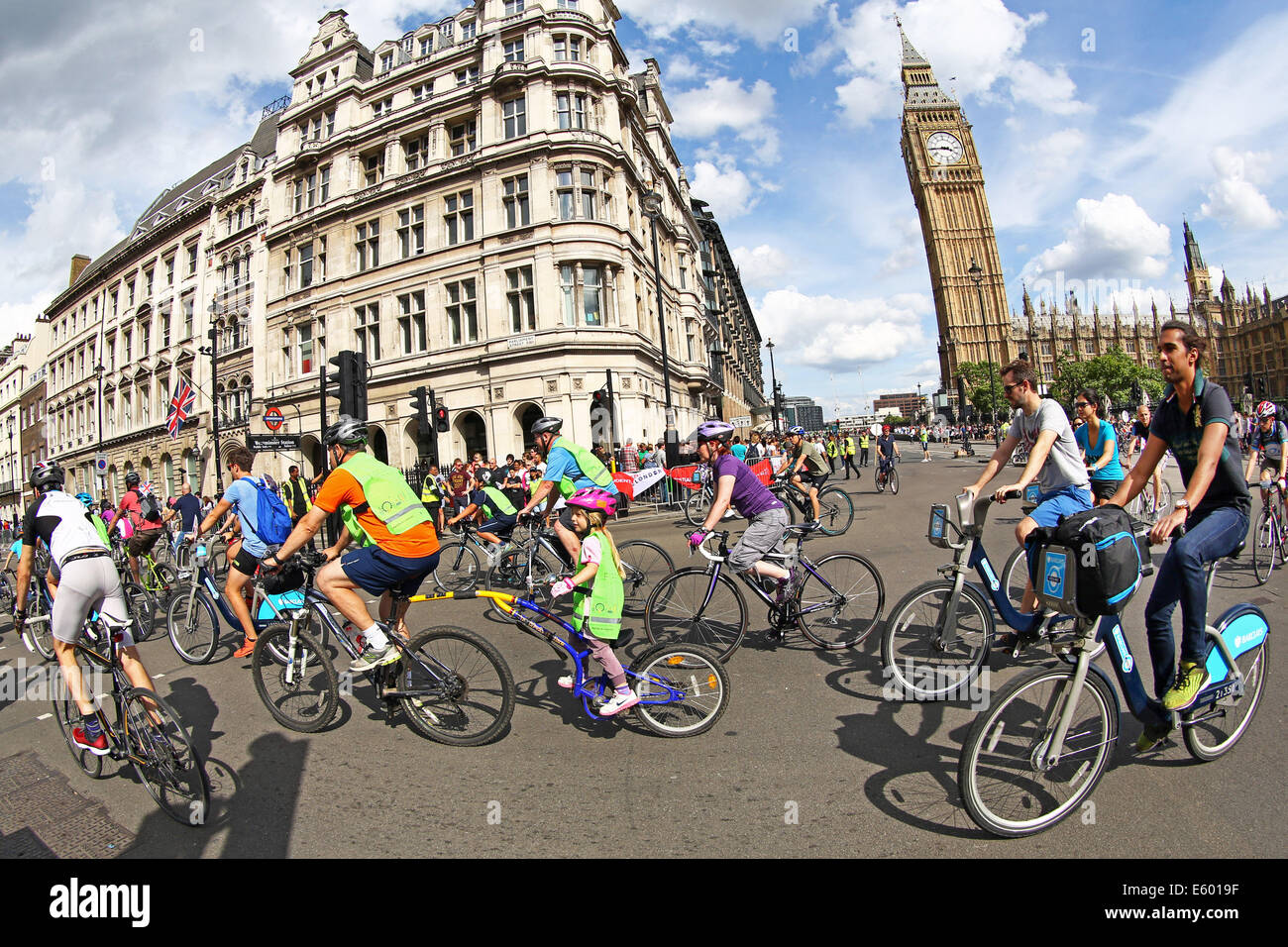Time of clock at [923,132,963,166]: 3:44
